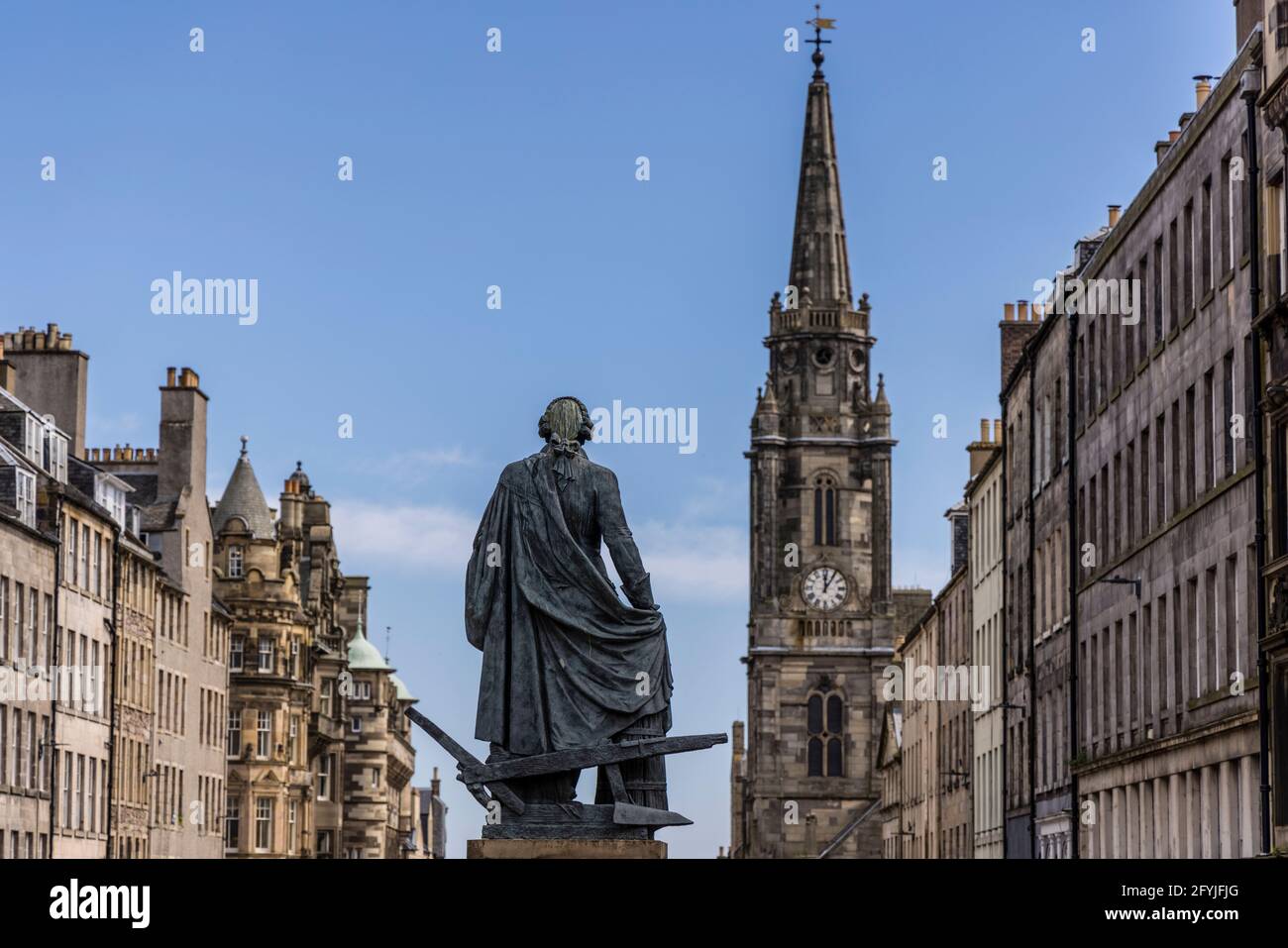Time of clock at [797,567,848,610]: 12:05
